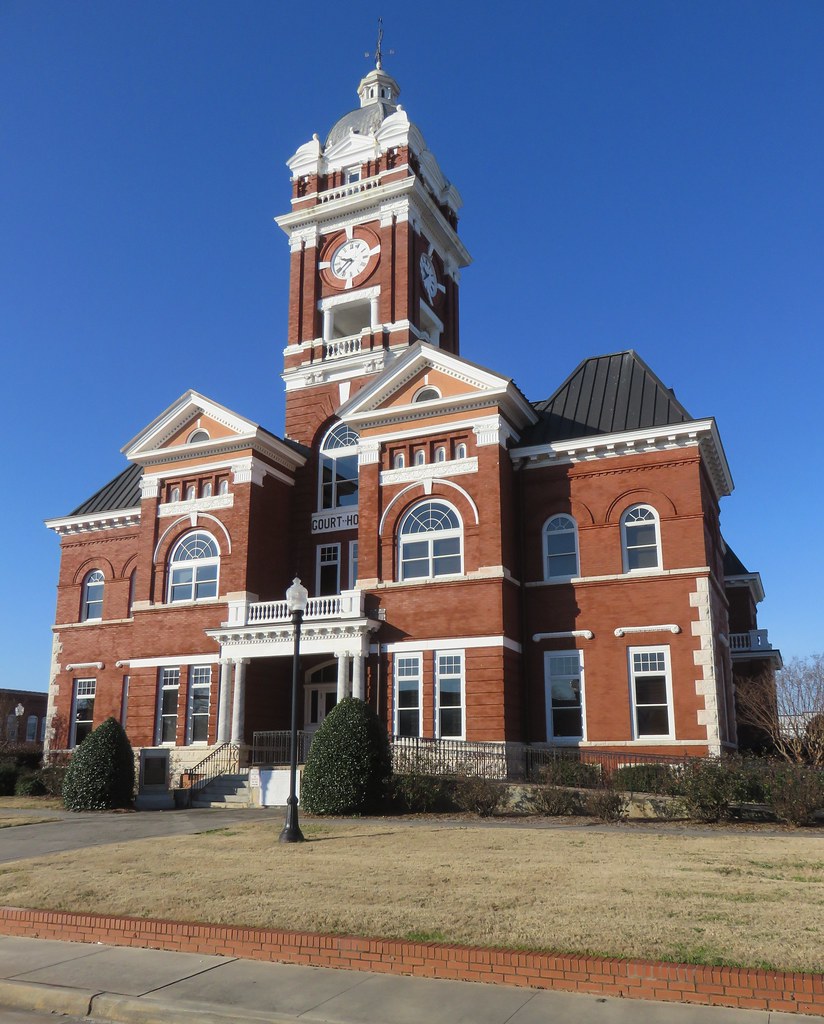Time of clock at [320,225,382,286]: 9:38
